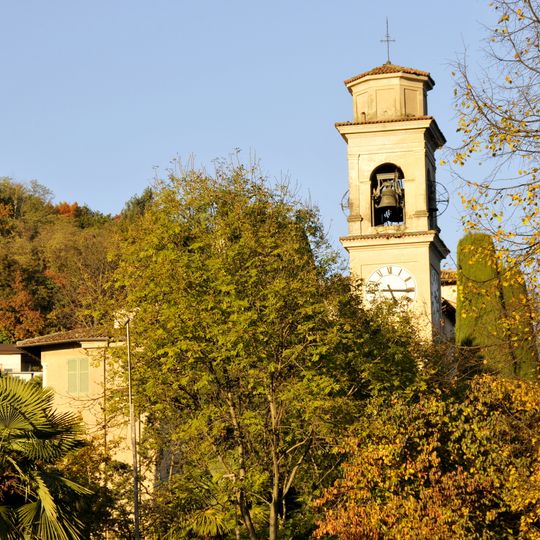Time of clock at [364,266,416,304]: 5:15
